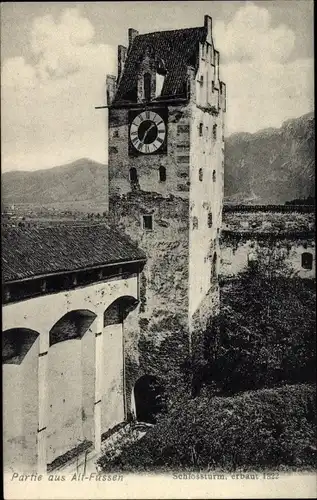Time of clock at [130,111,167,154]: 1:34
